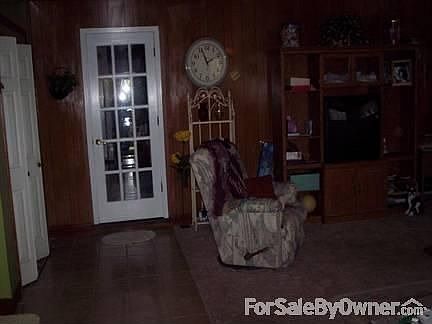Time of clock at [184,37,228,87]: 1:56
